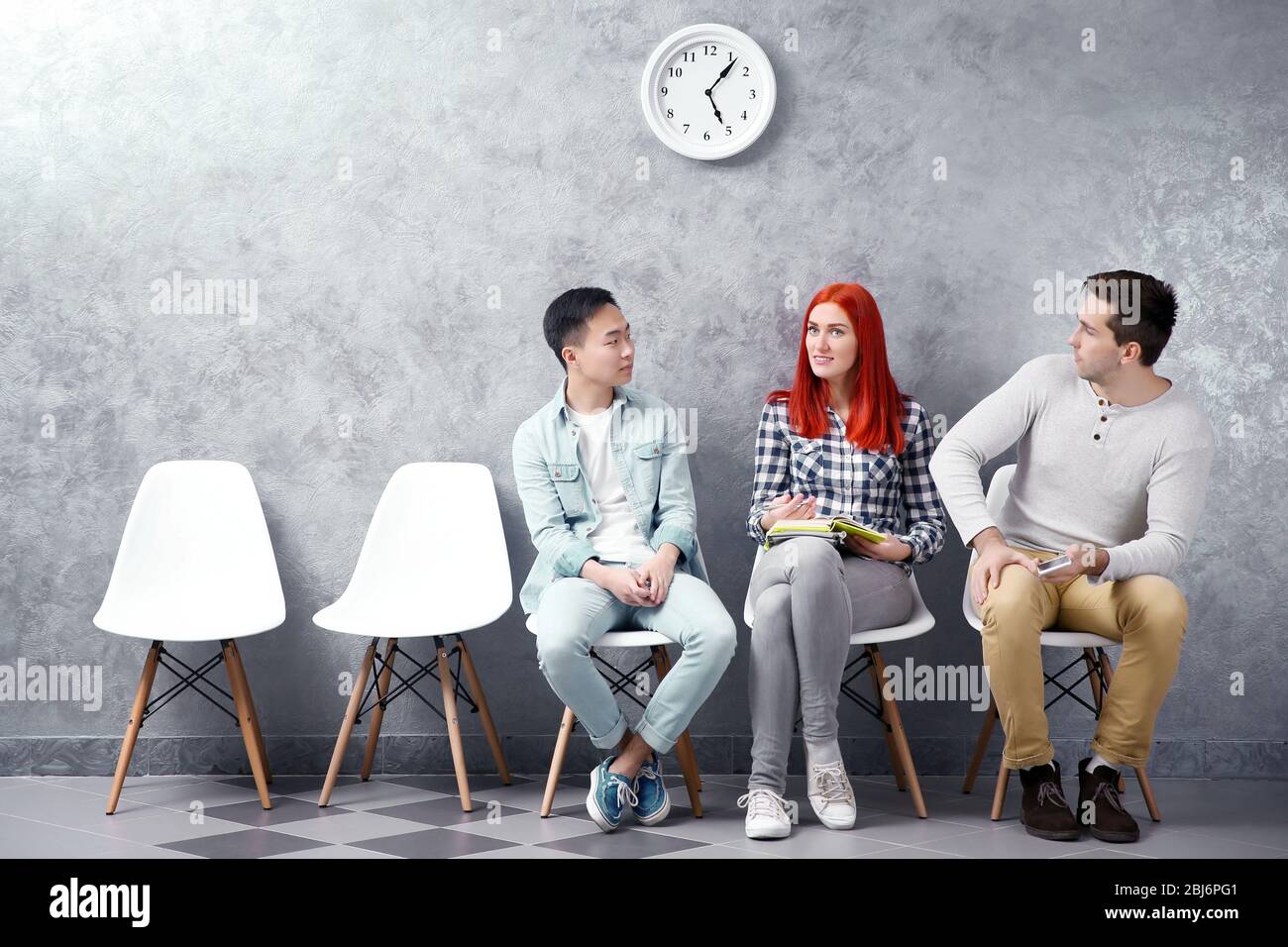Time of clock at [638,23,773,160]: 5:06
